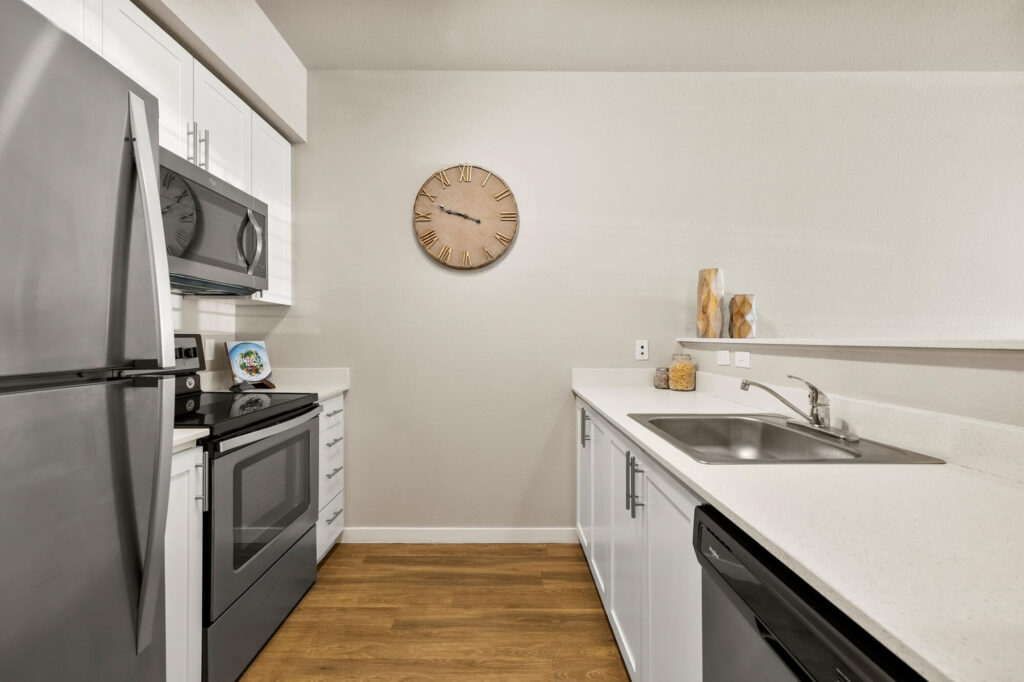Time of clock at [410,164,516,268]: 9:48
